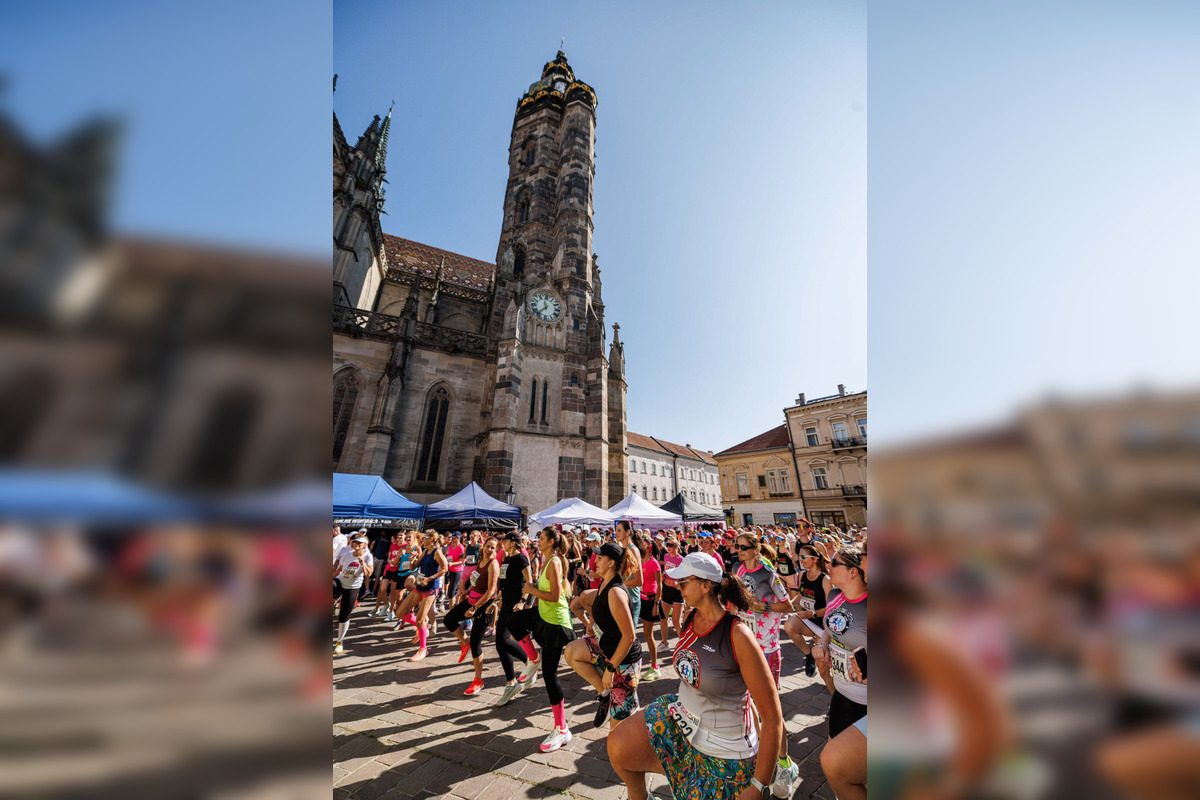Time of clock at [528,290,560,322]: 11:37
